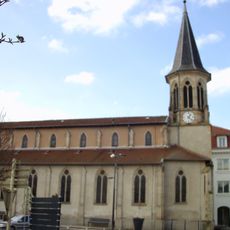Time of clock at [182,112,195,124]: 1:22
